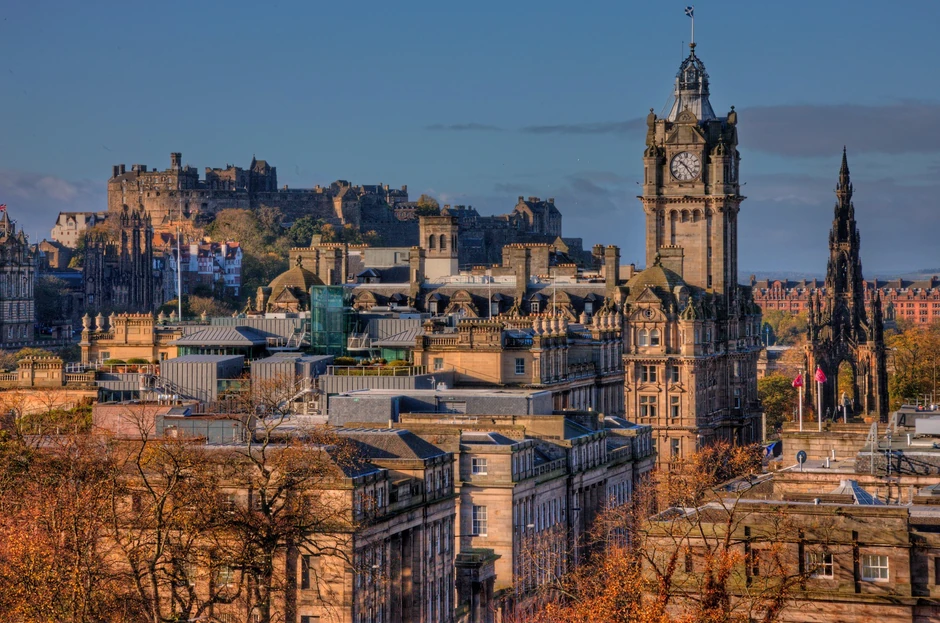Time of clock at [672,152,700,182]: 10:24
